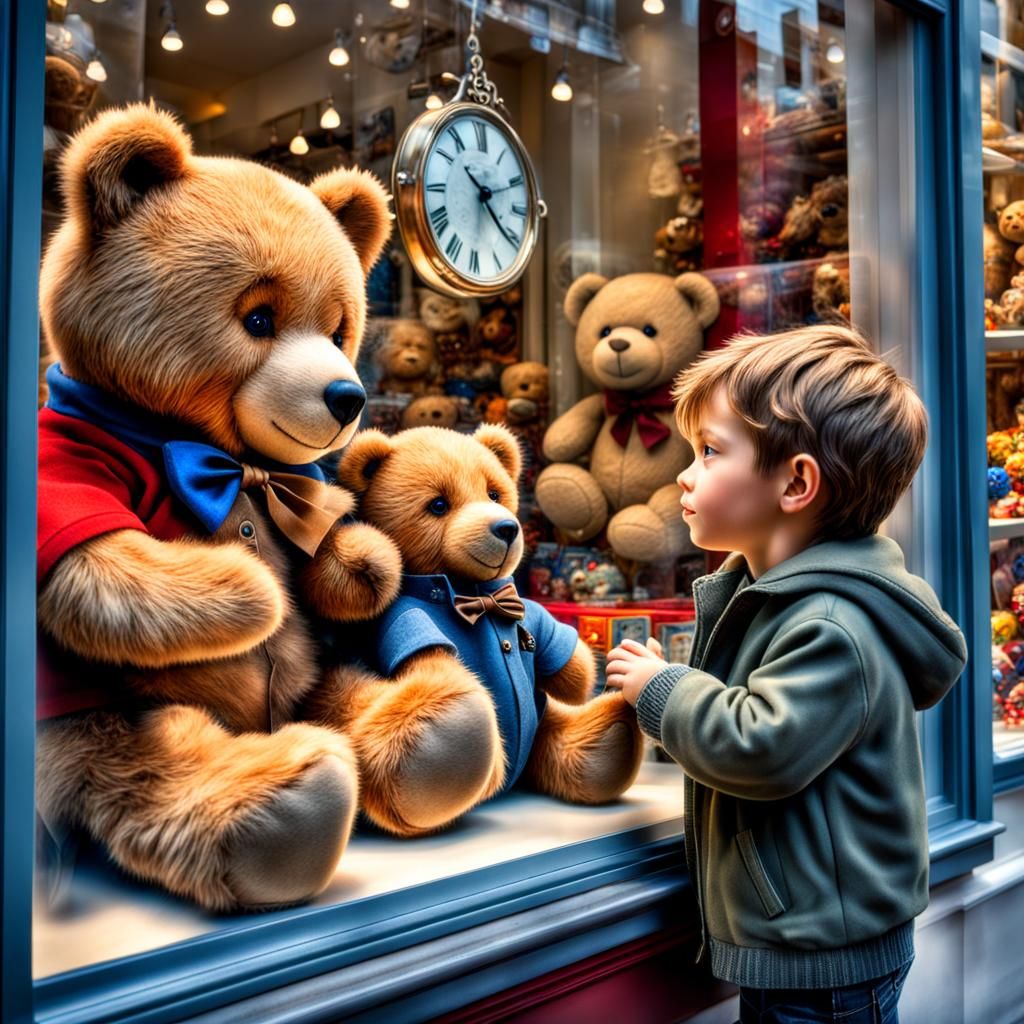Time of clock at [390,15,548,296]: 2:21
